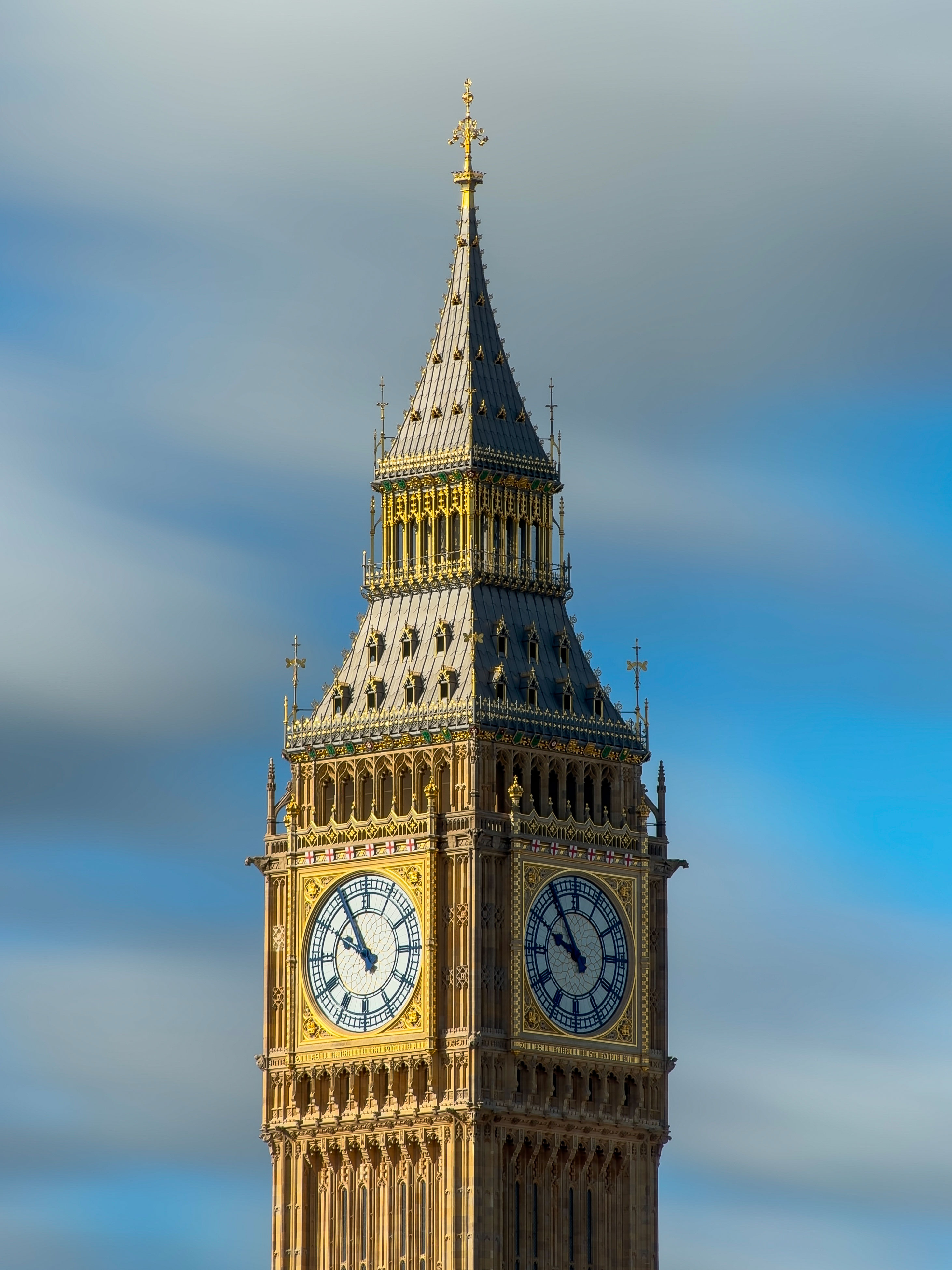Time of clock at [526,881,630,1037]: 9:54
